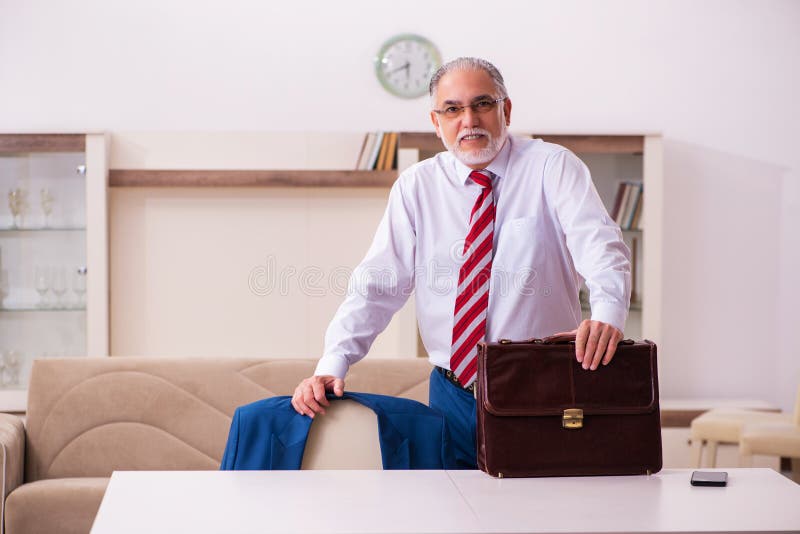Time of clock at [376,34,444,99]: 5:40
